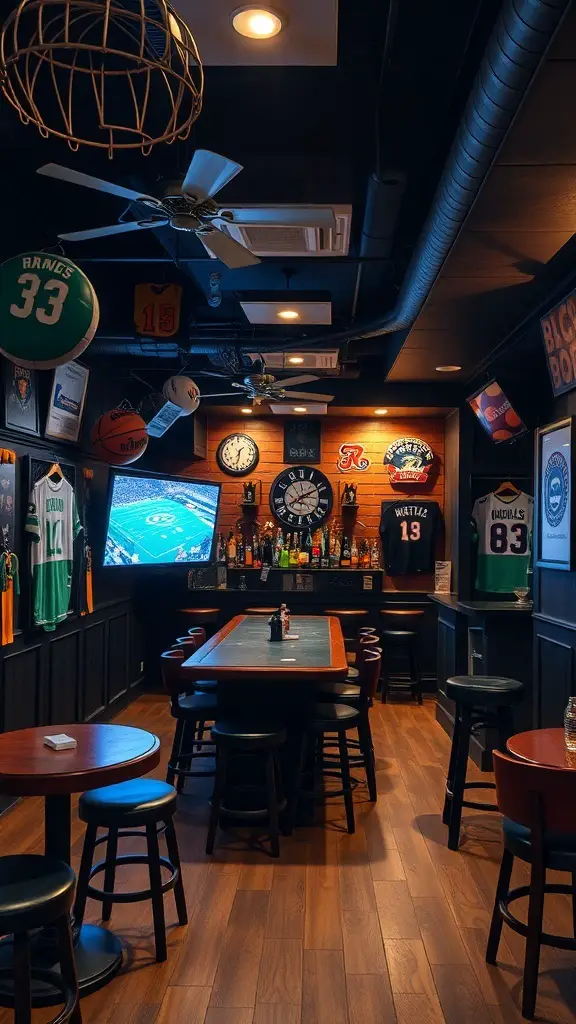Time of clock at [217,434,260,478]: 1:32
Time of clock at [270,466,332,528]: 8:11
